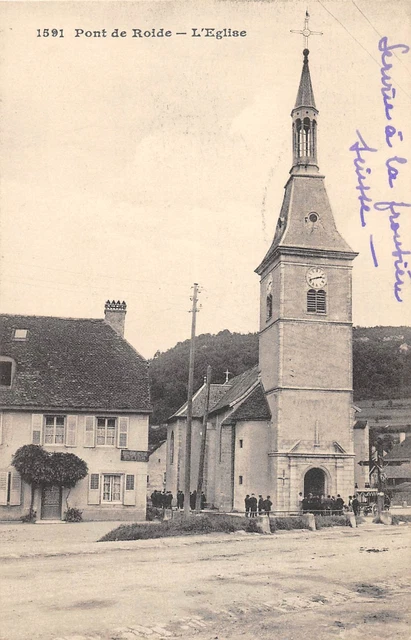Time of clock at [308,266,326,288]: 2:42
